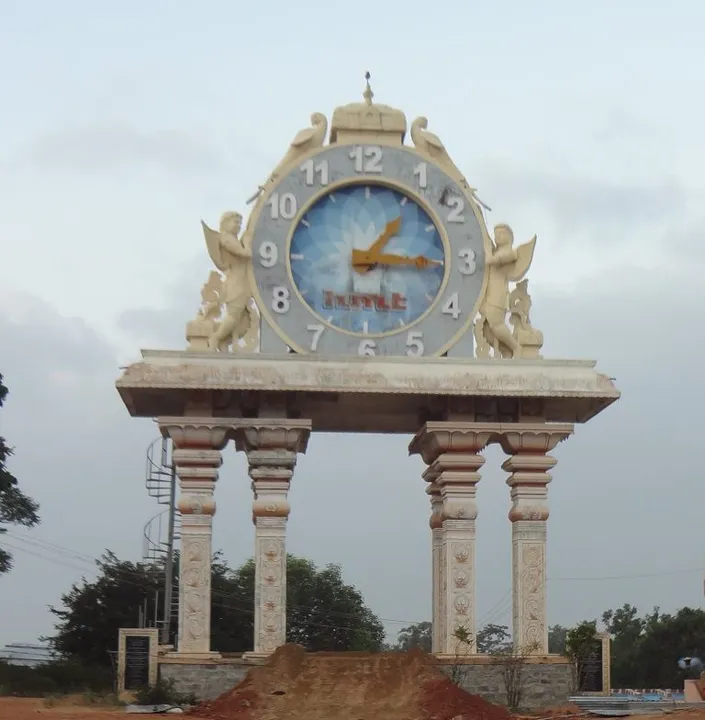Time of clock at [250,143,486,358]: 1:15
